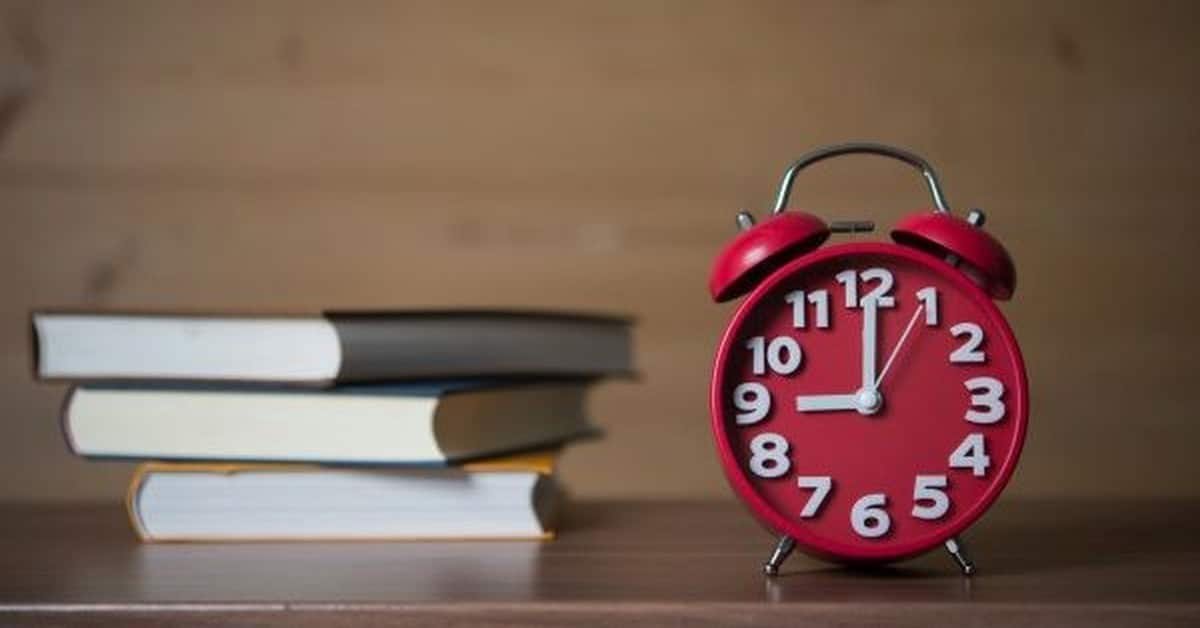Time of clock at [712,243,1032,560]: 9:00
